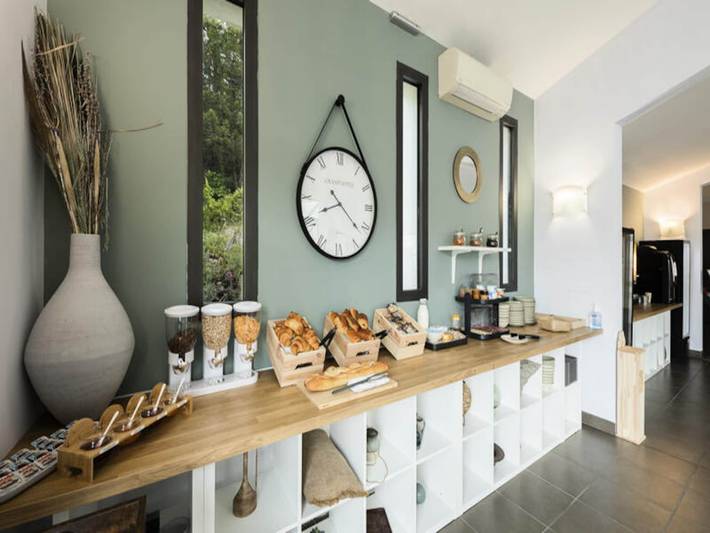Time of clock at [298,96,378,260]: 8:21
